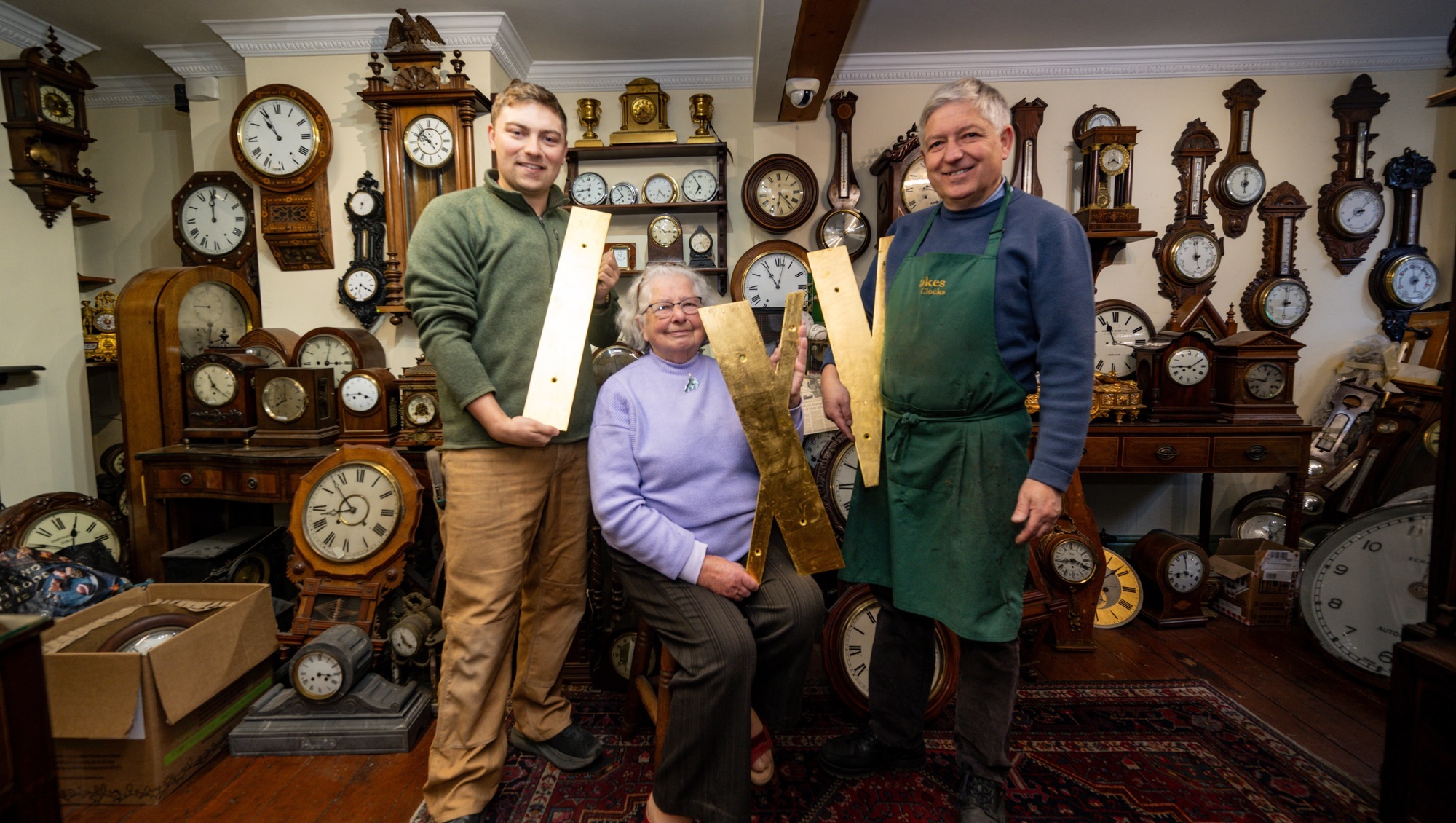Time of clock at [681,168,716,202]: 6:55
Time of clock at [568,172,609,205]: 8:43
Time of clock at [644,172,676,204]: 4:33
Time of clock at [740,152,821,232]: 6:23
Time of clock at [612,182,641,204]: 7:55
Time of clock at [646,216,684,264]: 2:50
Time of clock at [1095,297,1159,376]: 11:16
